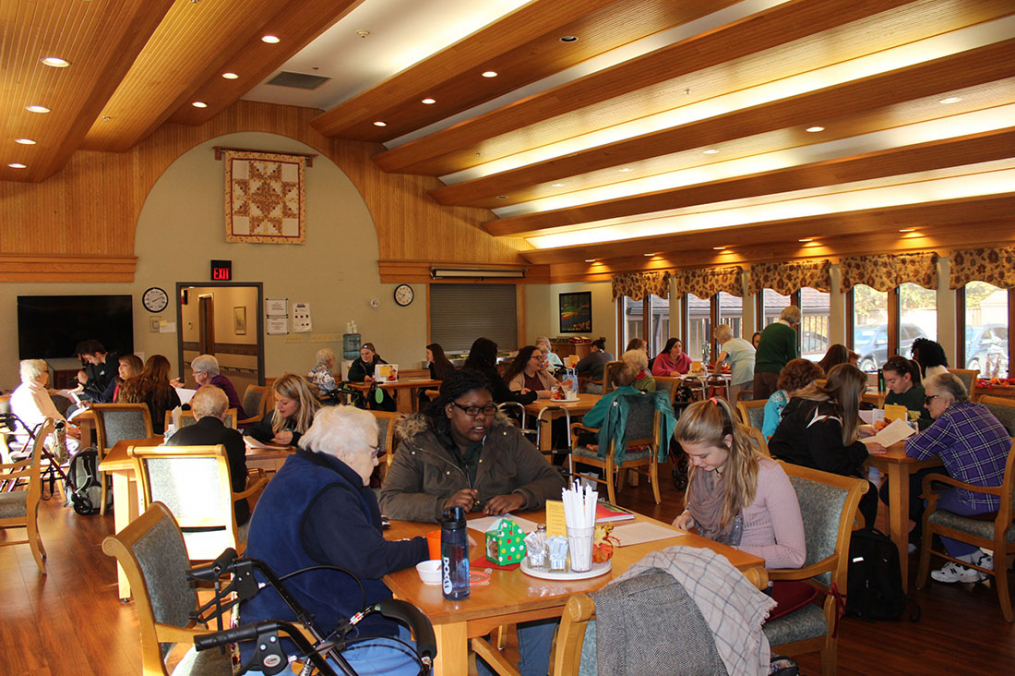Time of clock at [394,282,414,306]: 9:37
